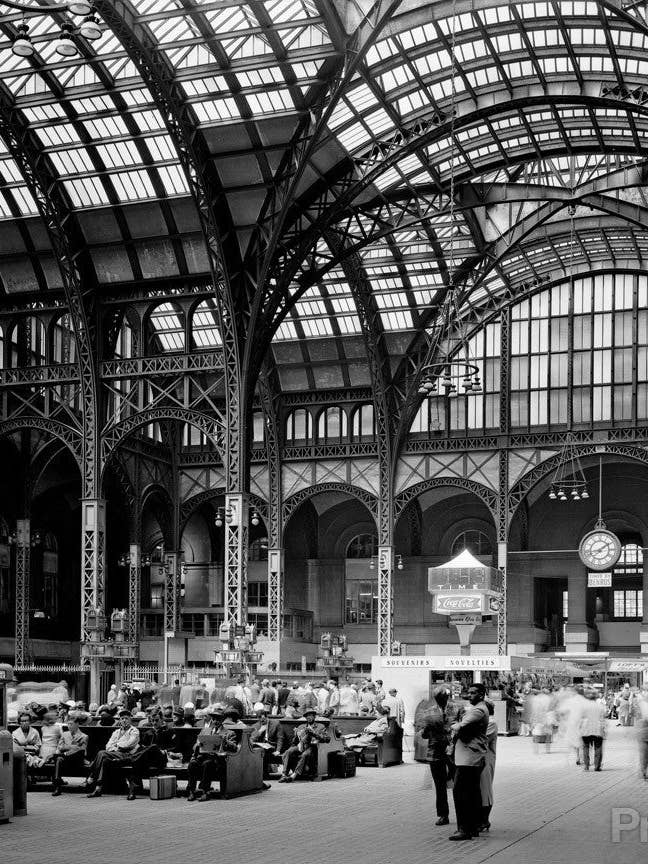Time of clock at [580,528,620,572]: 1:42
